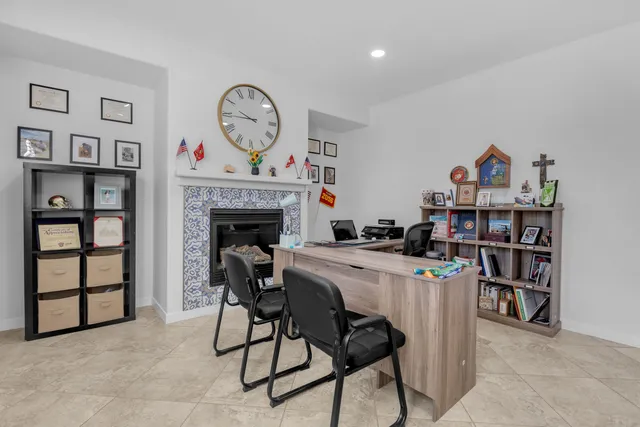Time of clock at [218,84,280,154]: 9:44
